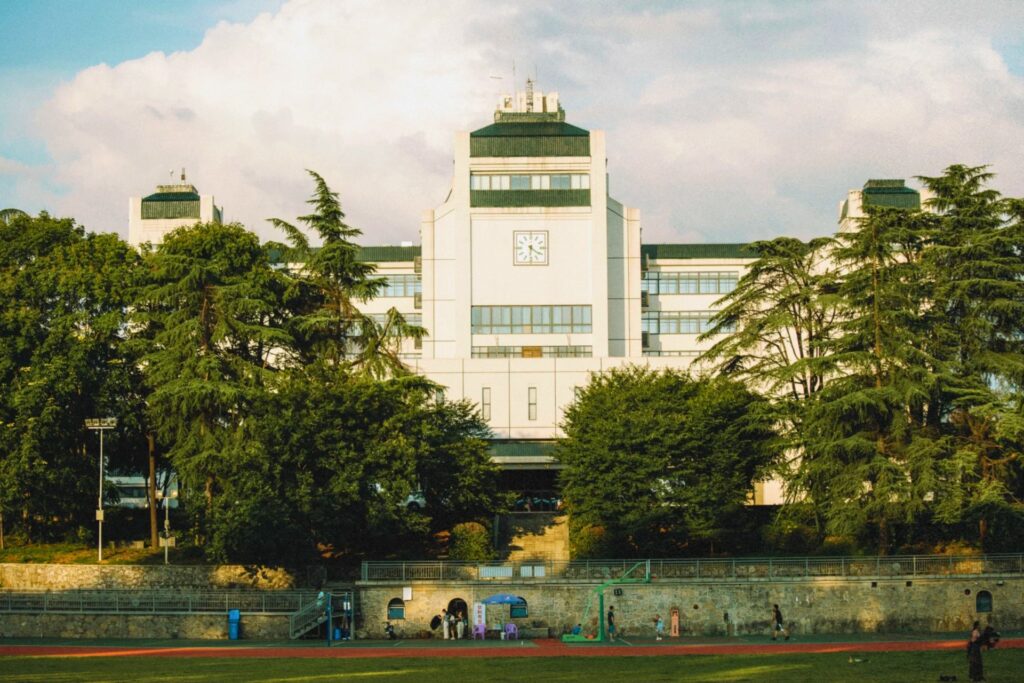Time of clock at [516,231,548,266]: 6:21
